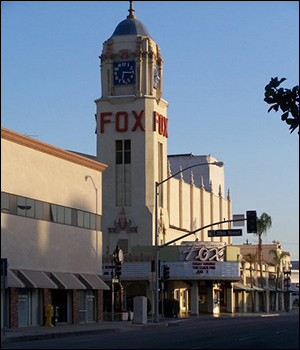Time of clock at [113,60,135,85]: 6:15
